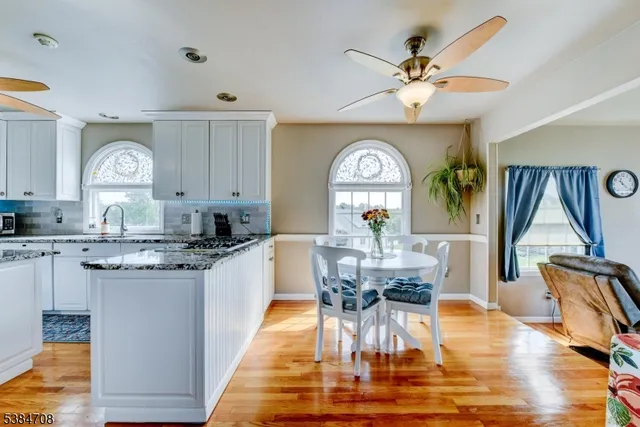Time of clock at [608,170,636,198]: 4:21
